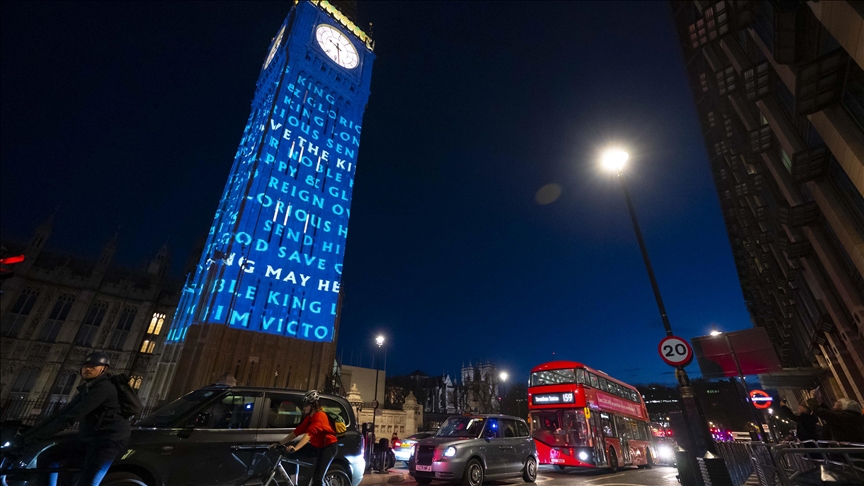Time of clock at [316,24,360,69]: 10:33
